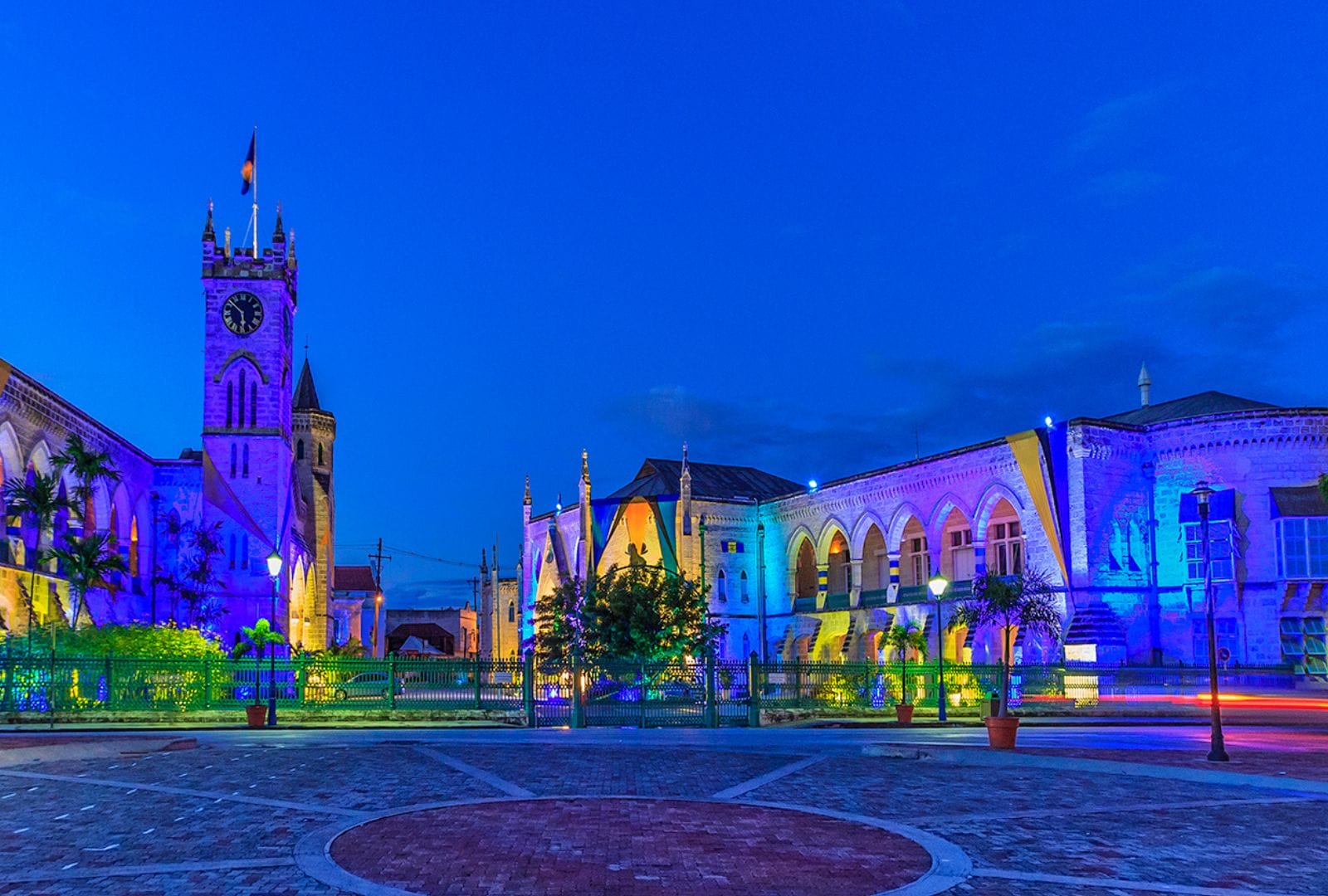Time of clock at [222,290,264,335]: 5:51
